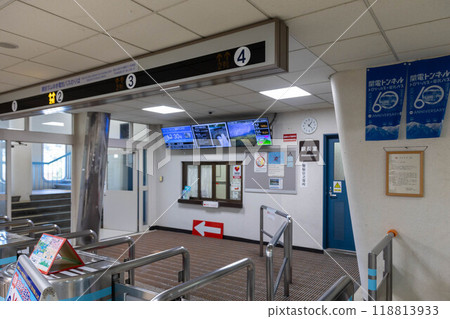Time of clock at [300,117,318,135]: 1:22
